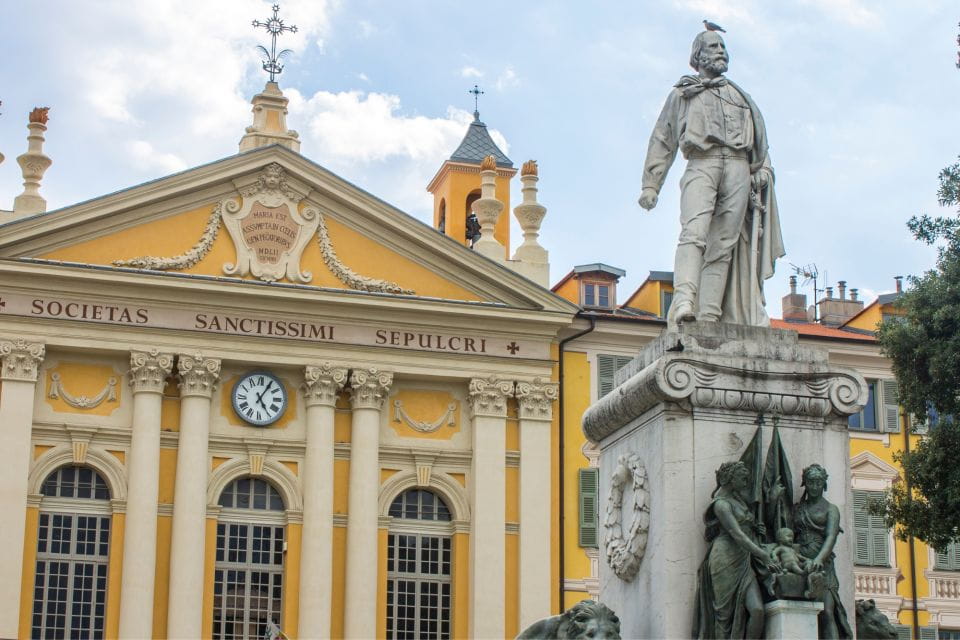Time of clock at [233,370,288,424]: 5:05
